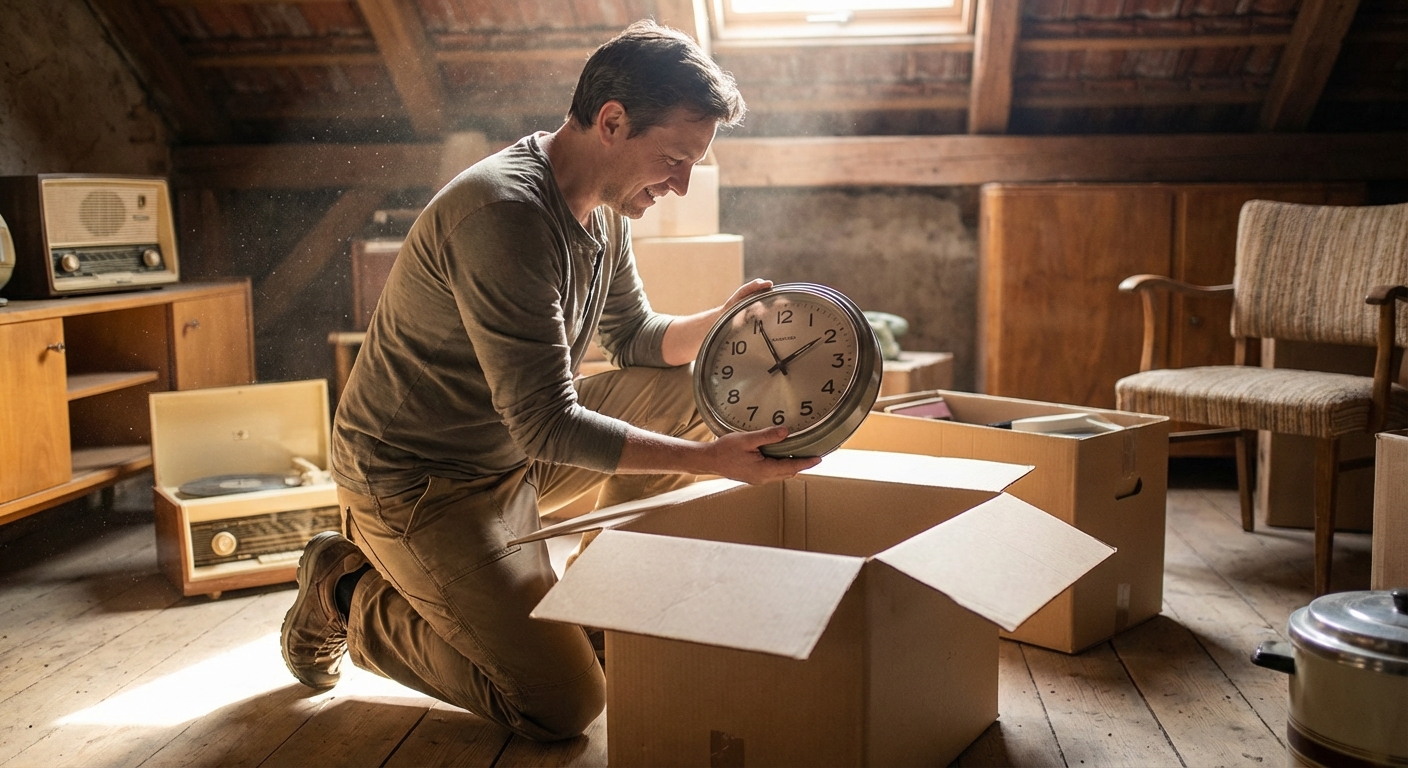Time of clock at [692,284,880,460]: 1:55
